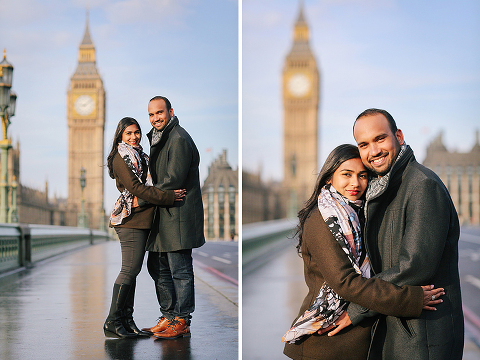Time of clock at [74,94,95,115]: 9:09
